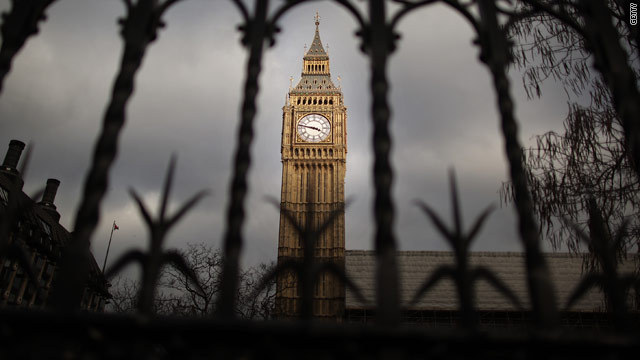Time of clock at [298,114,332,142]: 3:47
